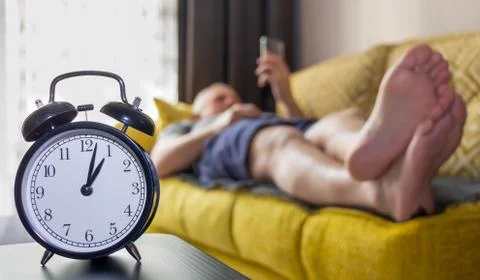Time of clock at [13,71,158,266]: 1:02
